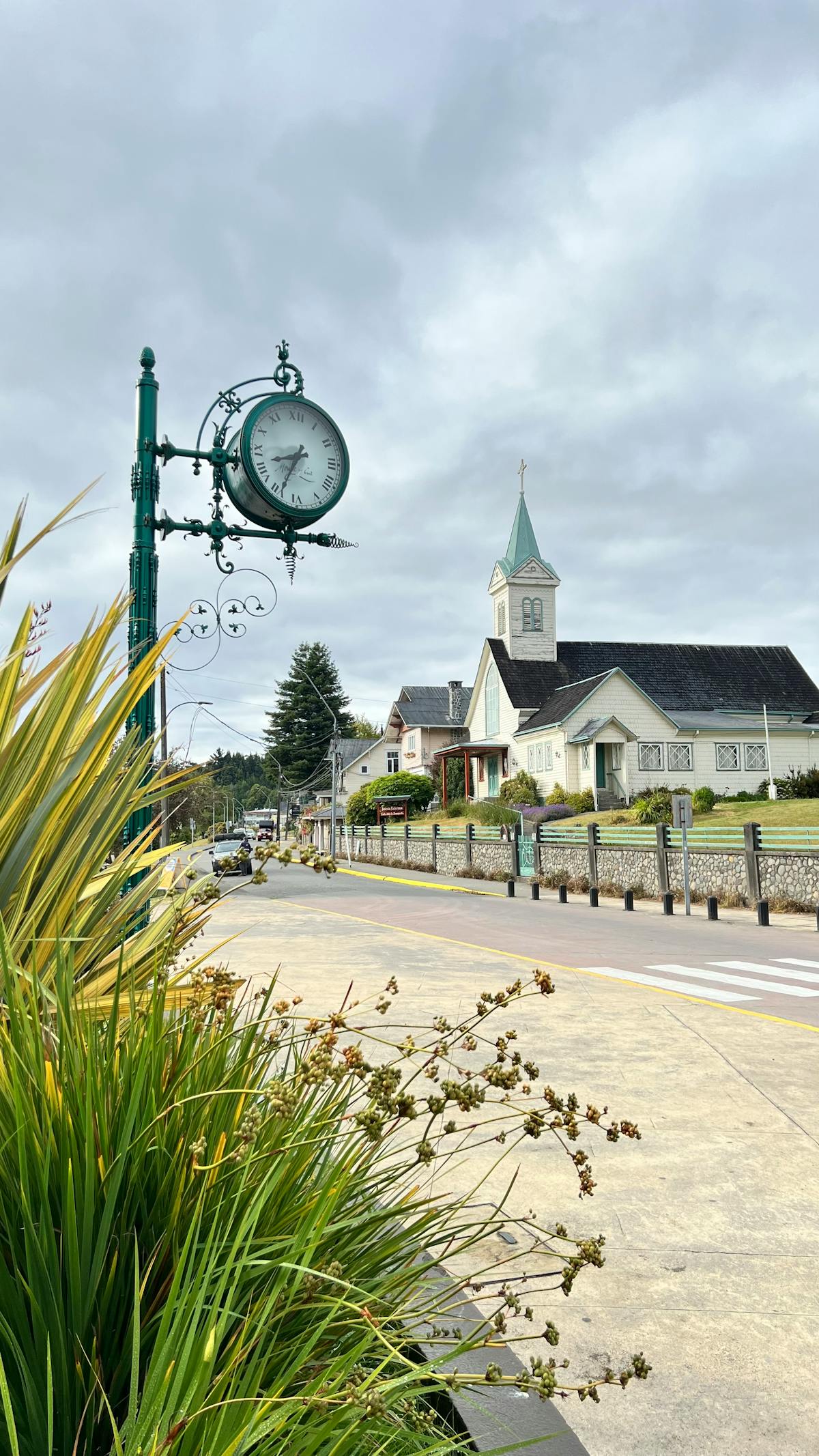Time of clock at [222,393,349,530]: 8:34
